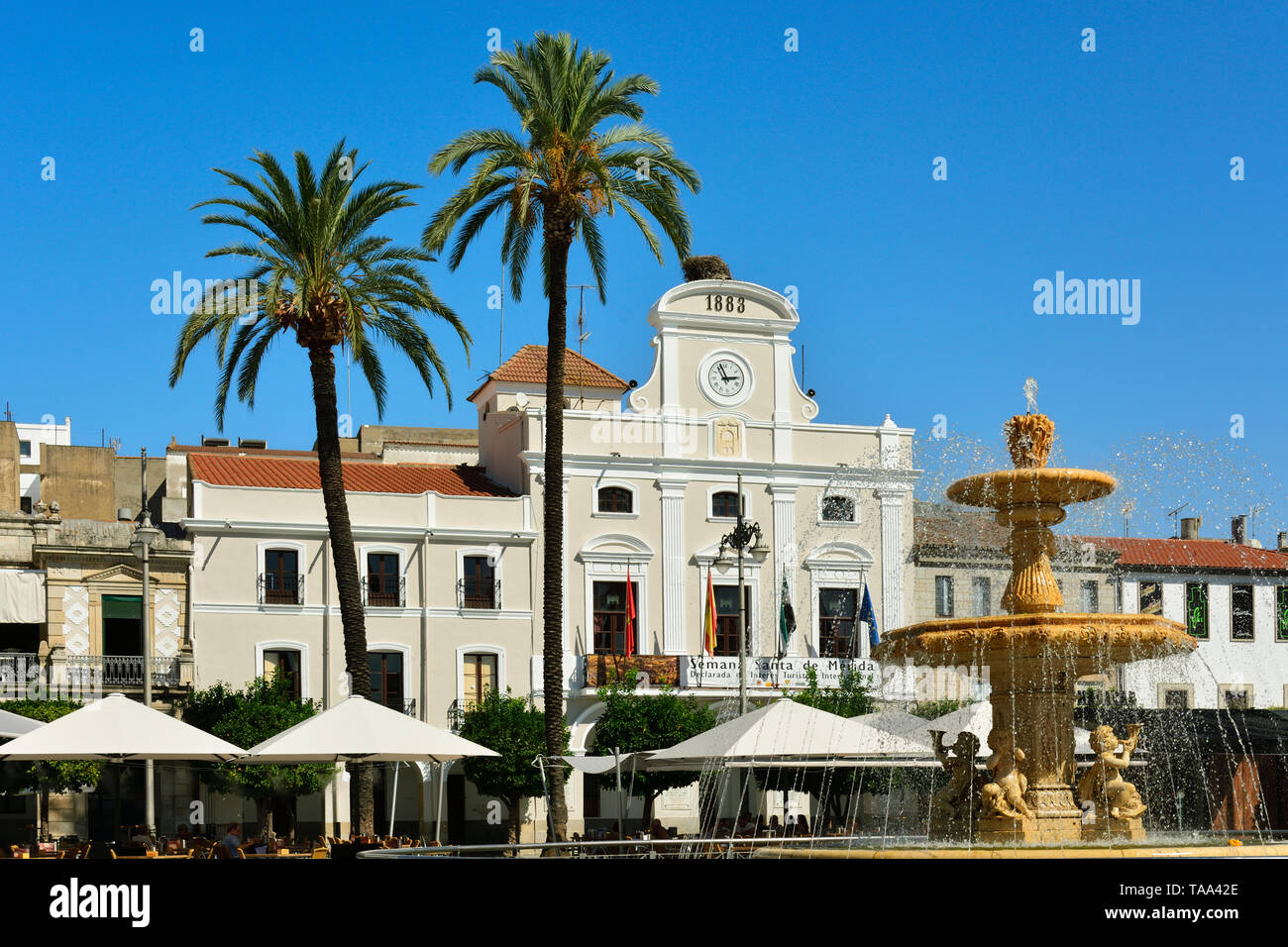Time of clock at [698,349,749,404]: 2:56
